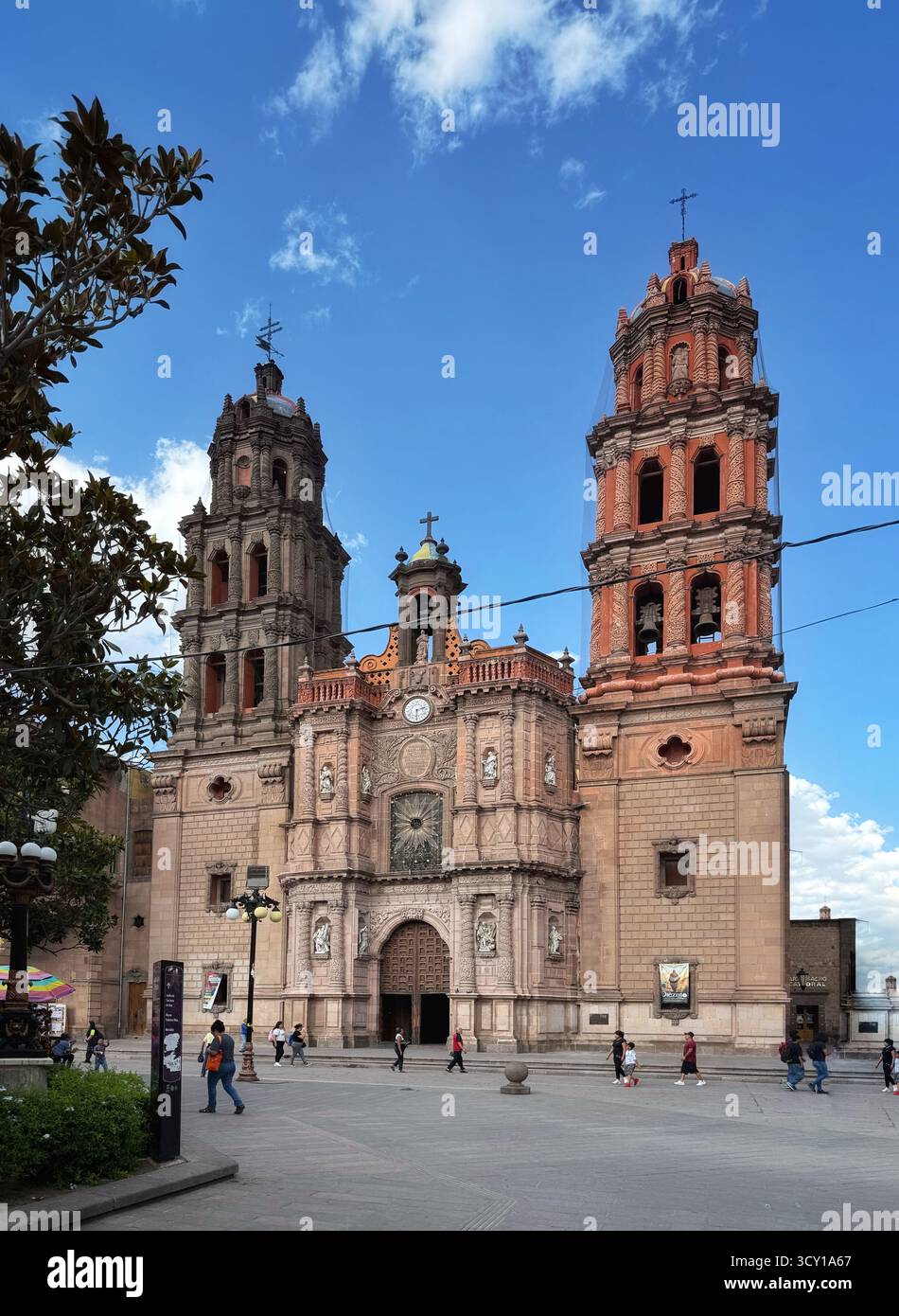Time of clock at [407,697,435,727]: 2:29
